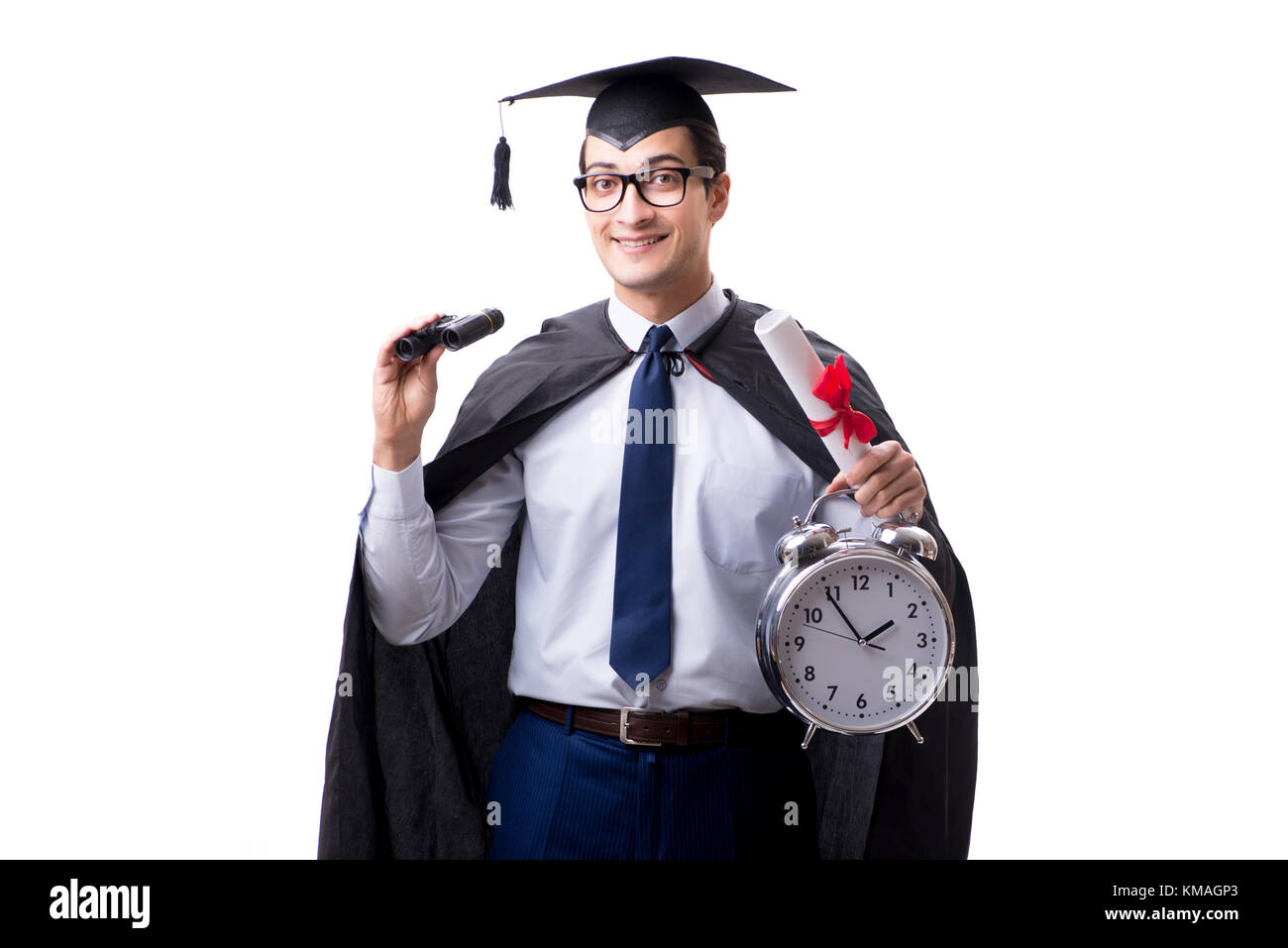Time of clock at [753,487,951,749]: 1:54
